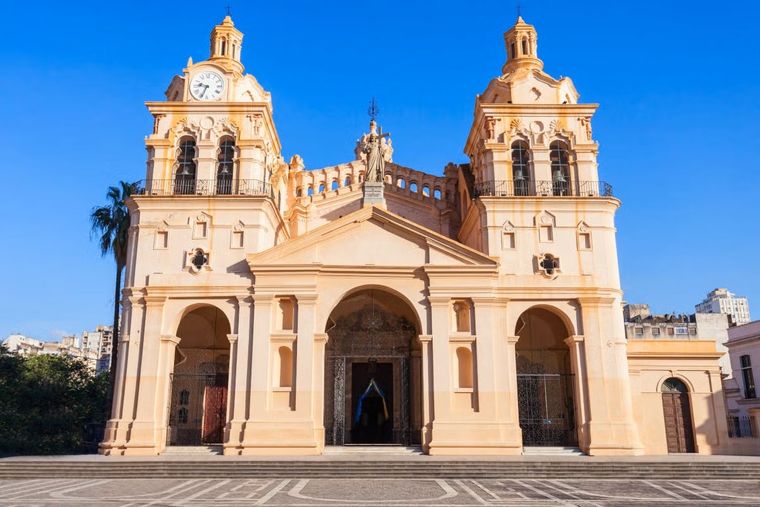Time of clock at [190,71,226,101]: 9:34
